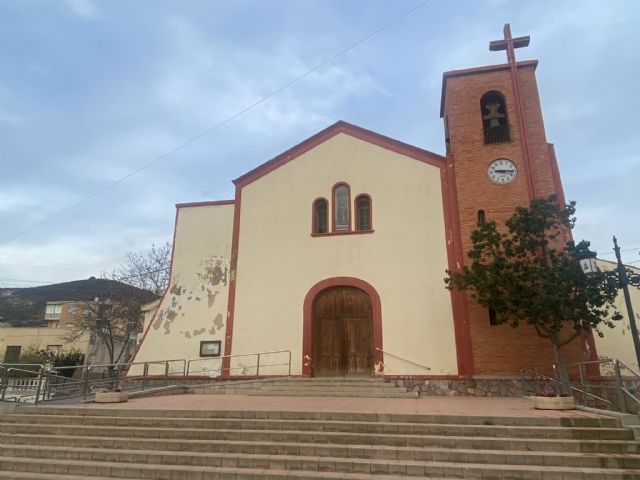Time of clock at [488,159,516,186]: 9:16
